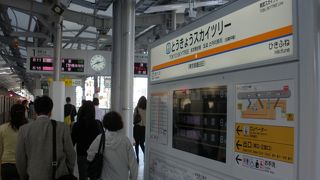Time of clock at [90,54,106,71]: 8:12
